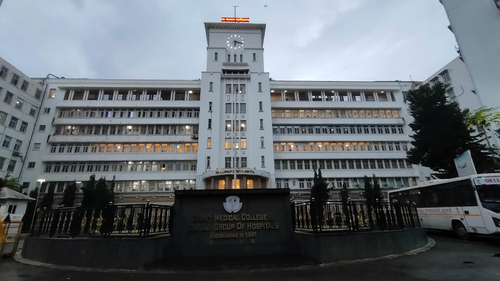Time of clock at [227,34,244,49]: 6:17
